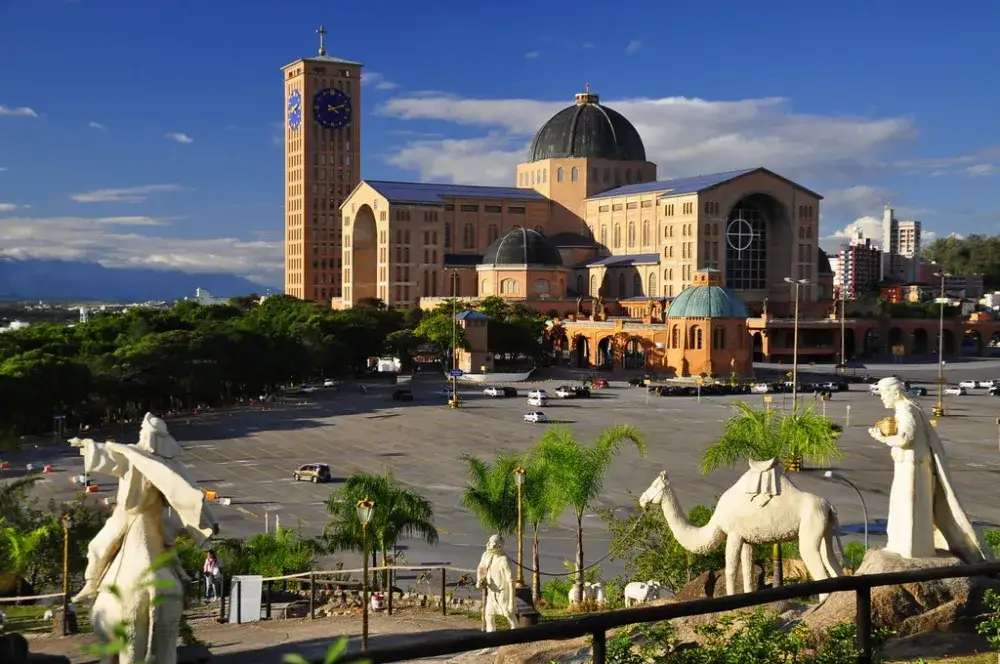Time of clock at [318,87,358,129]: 4:12
